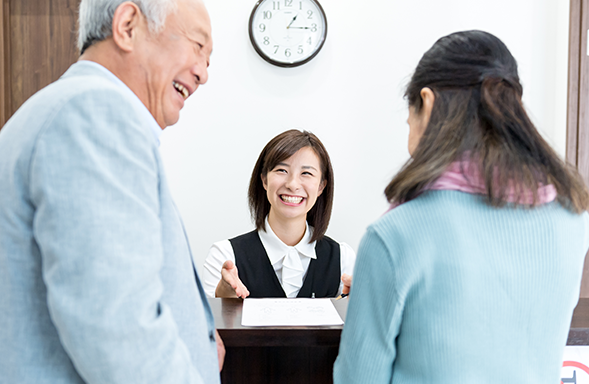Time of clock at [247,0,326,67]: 1:15
